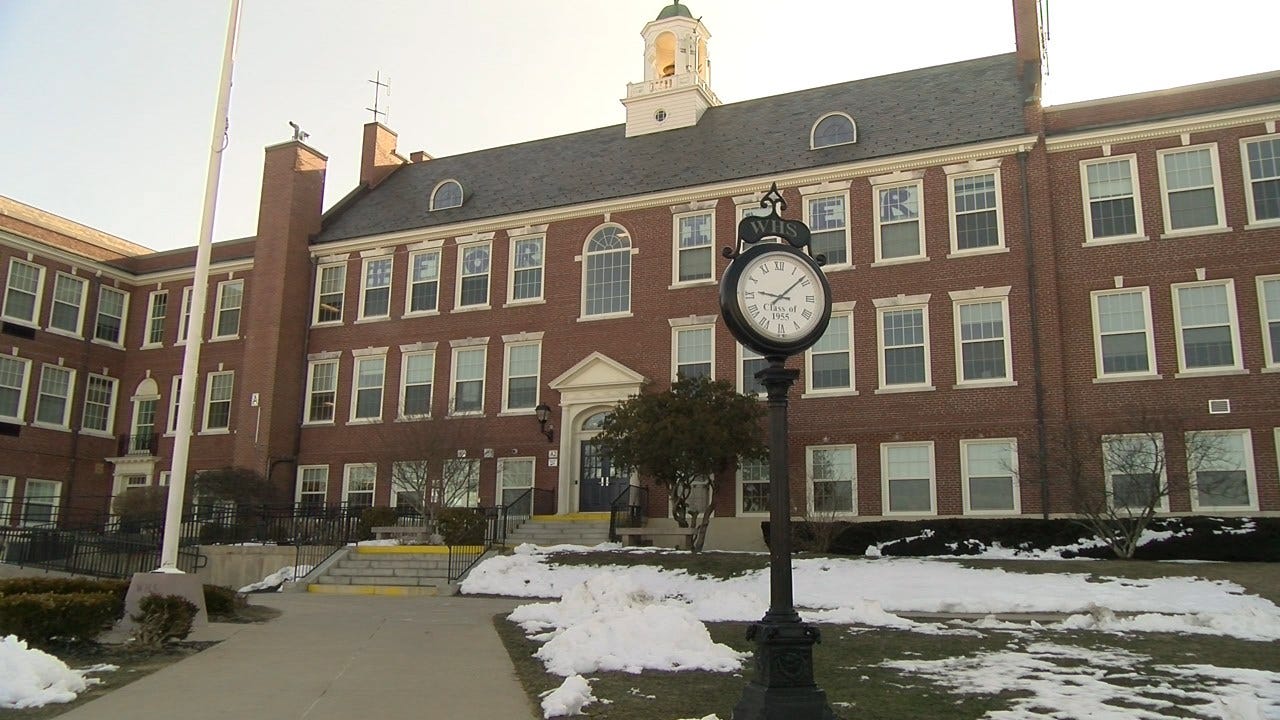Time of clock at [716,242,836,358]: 9:08
